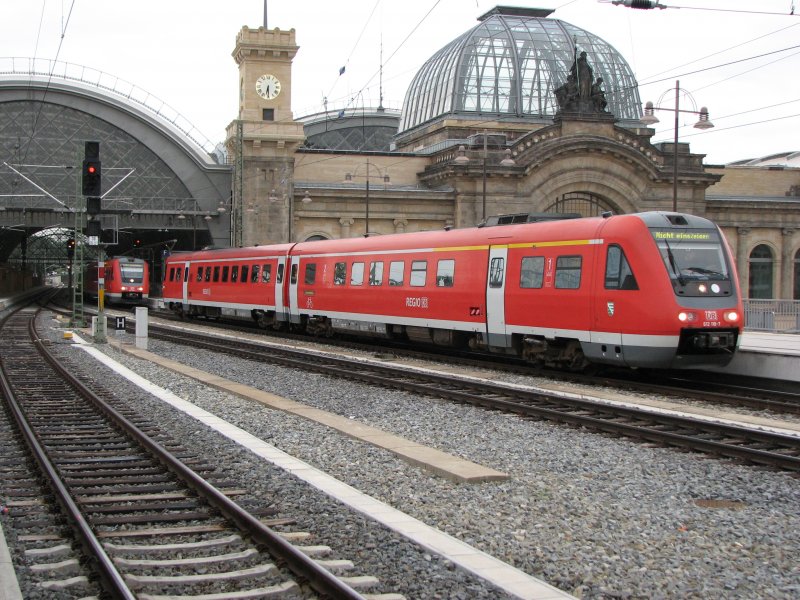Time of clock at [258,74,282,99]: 6:29
